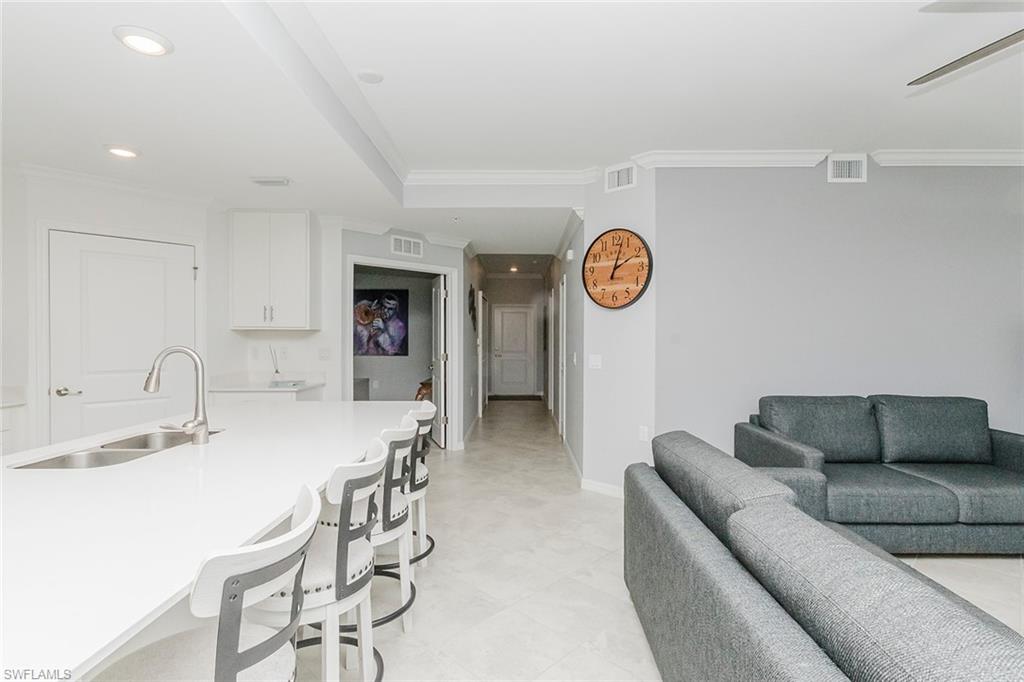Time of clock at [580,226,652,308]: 2:02
